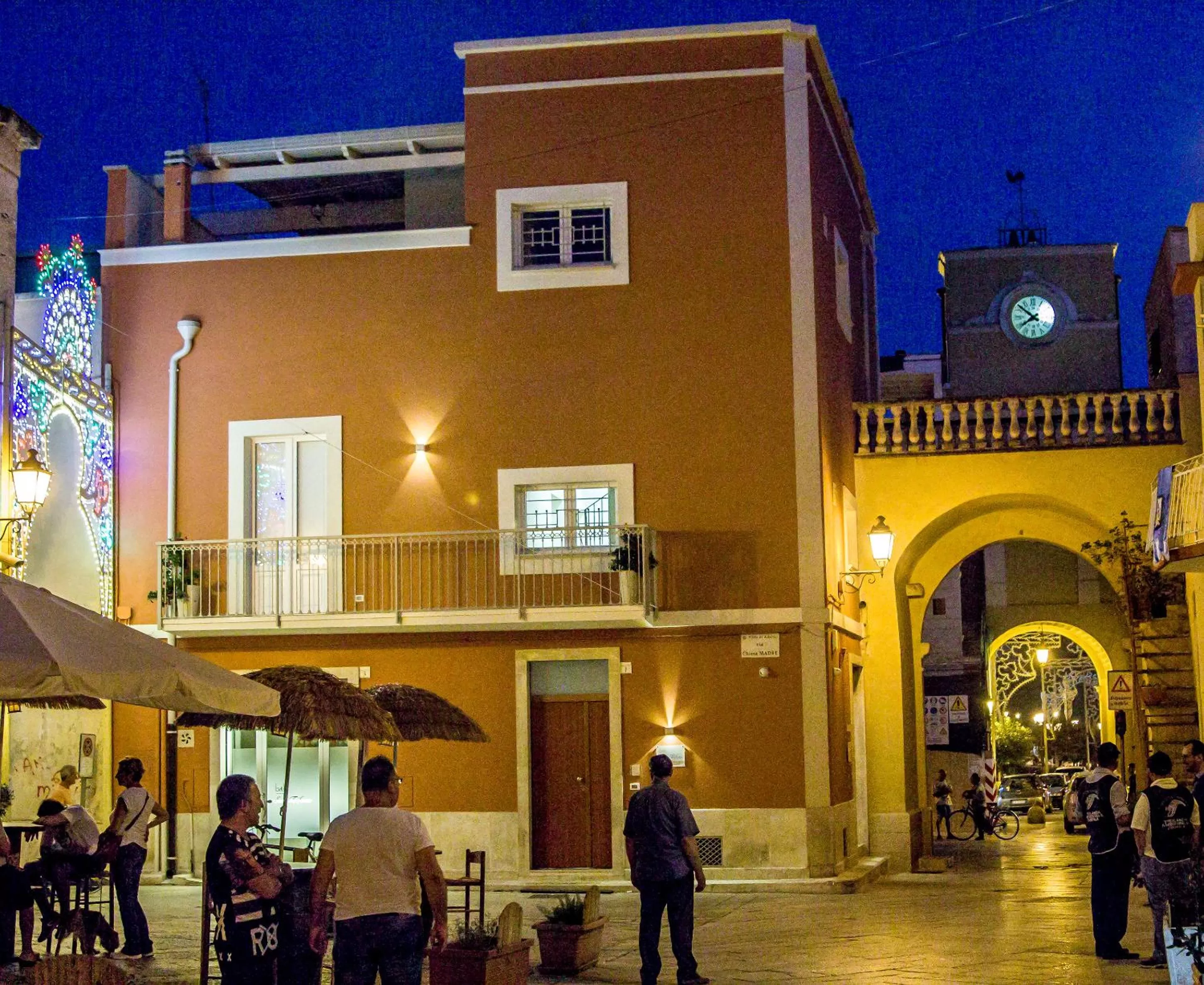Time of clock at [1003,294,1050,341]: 7:51
